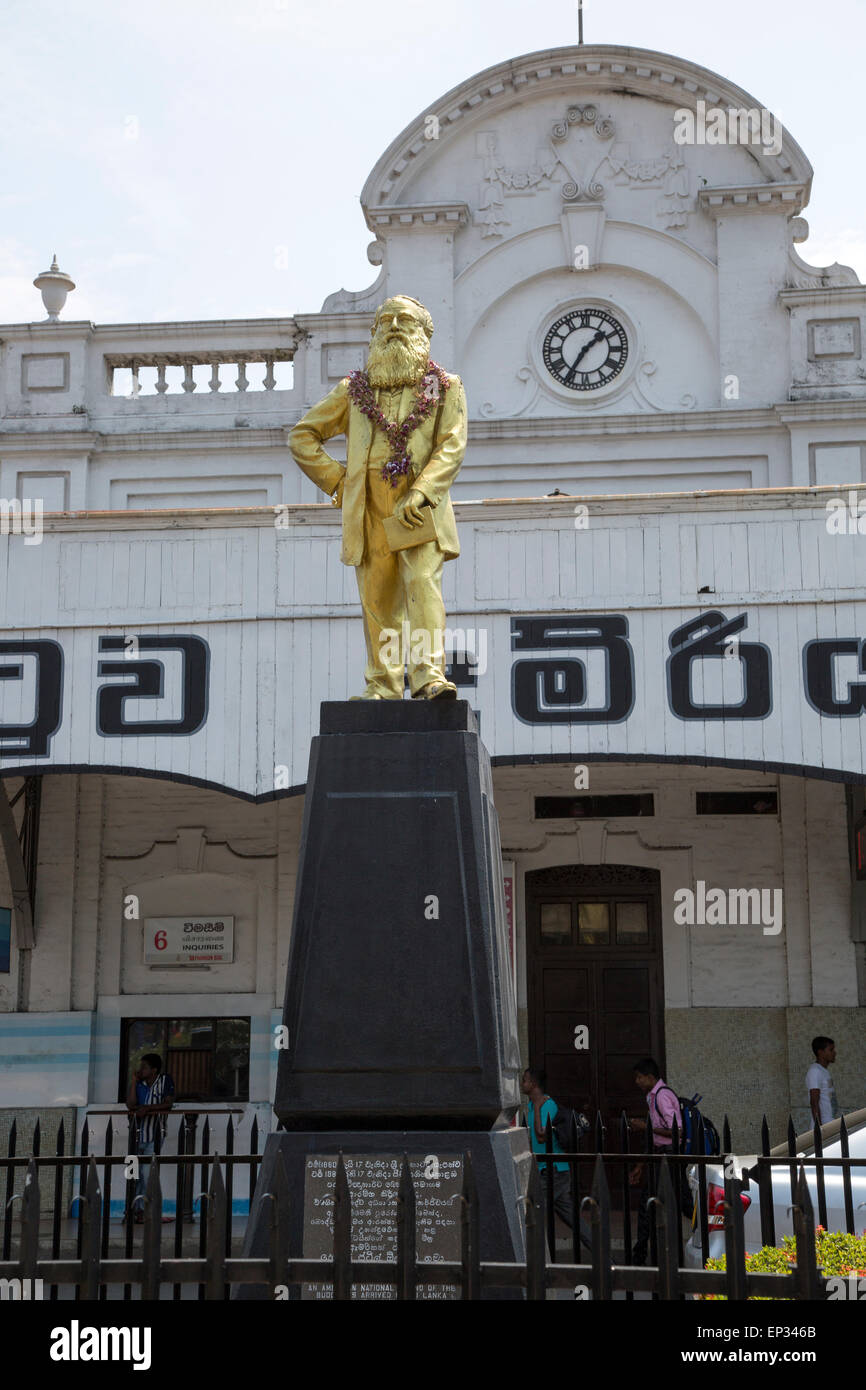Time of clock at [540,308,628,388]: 1:35
